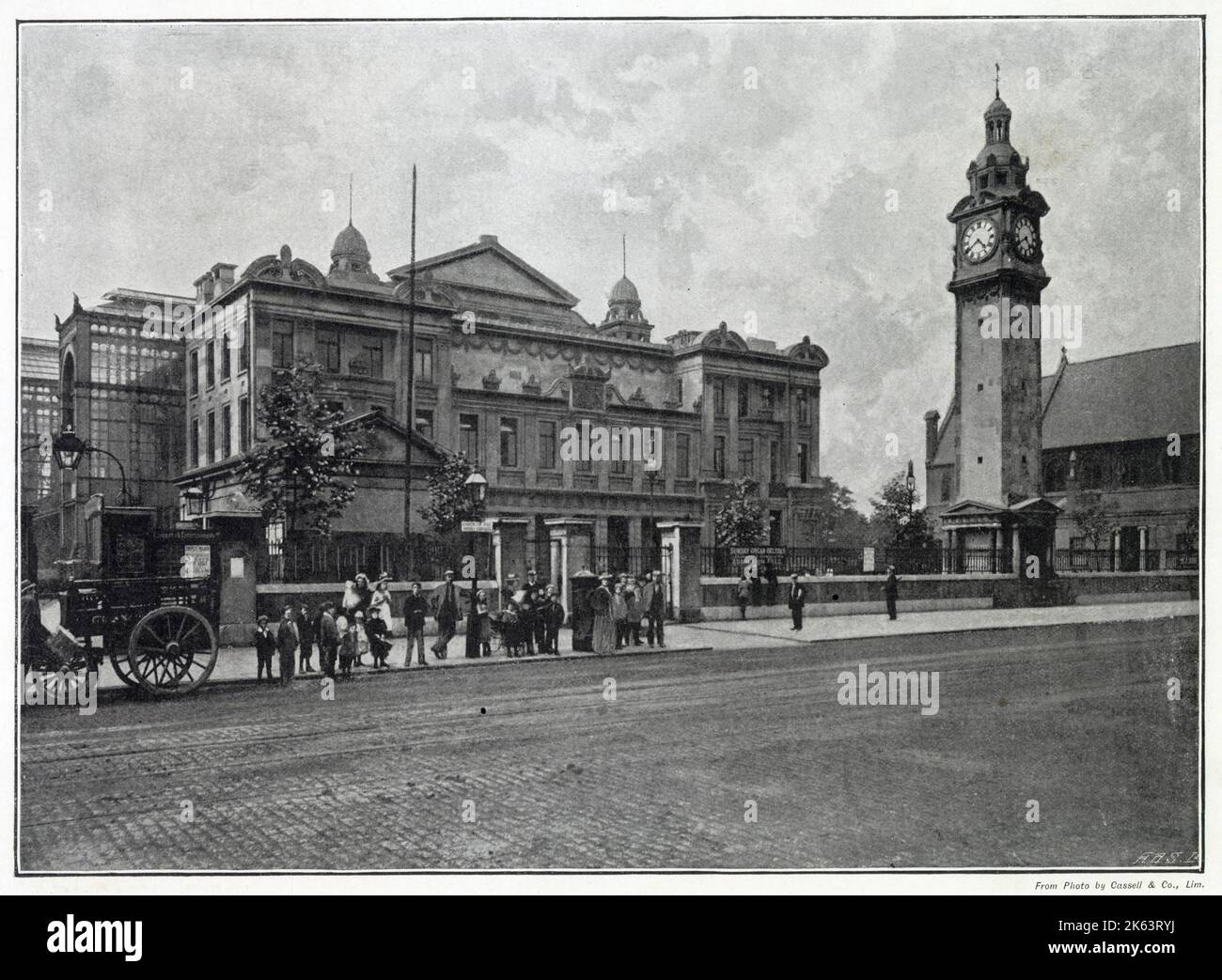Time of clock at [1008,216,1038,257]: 4:40
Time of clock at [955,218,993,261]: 4:39
